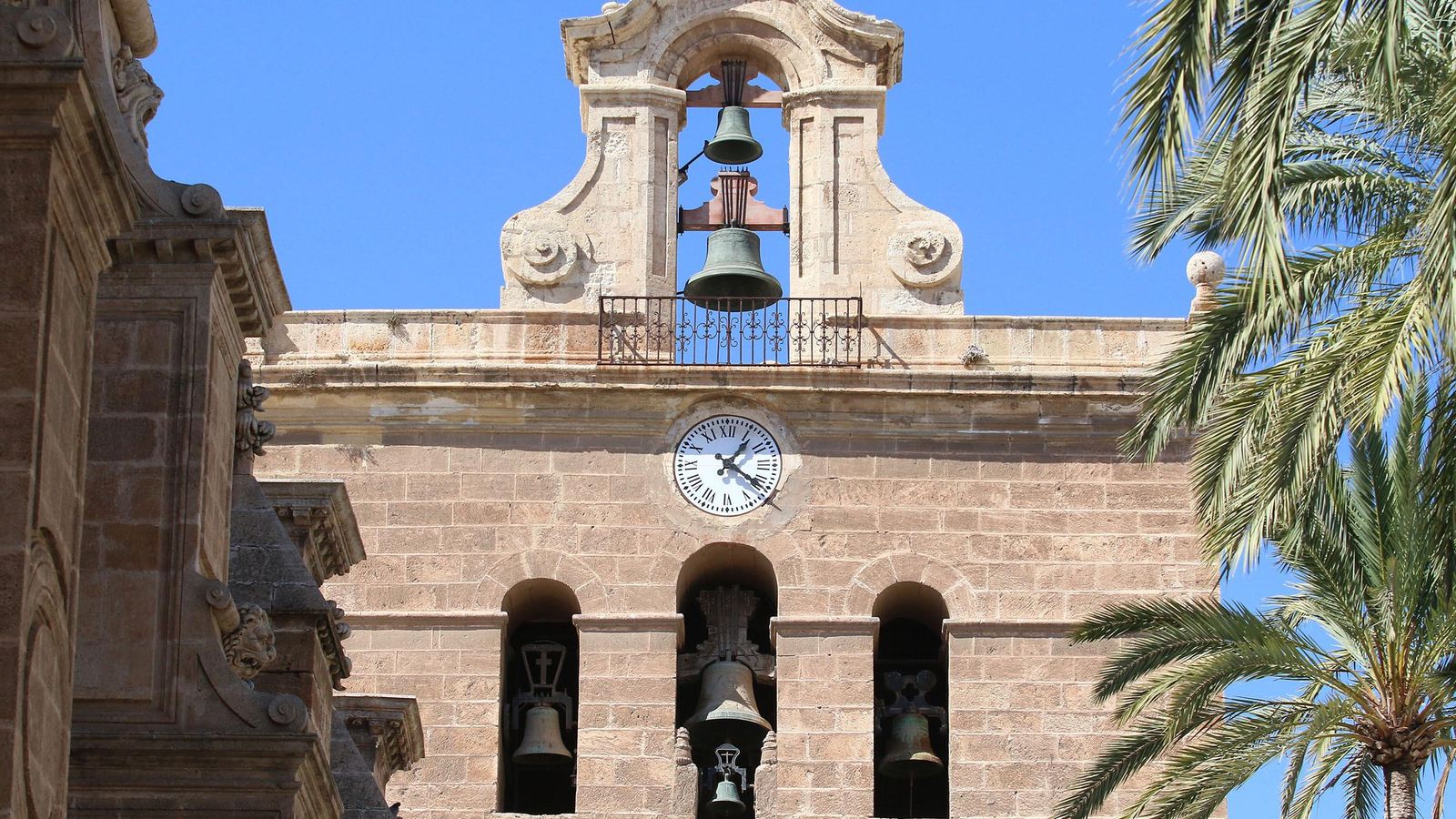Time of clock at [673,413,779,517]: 1:21
